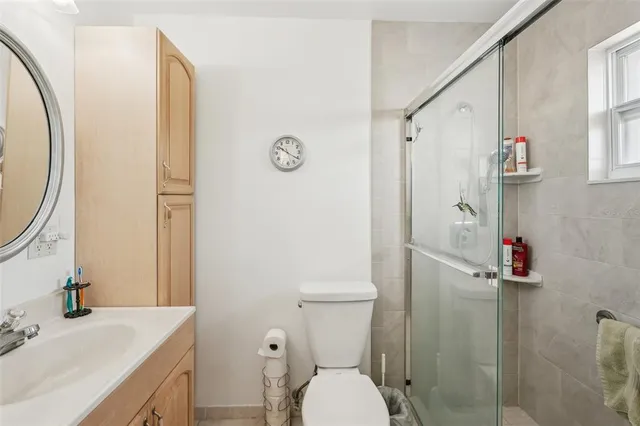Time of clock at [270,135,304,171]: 10:20
